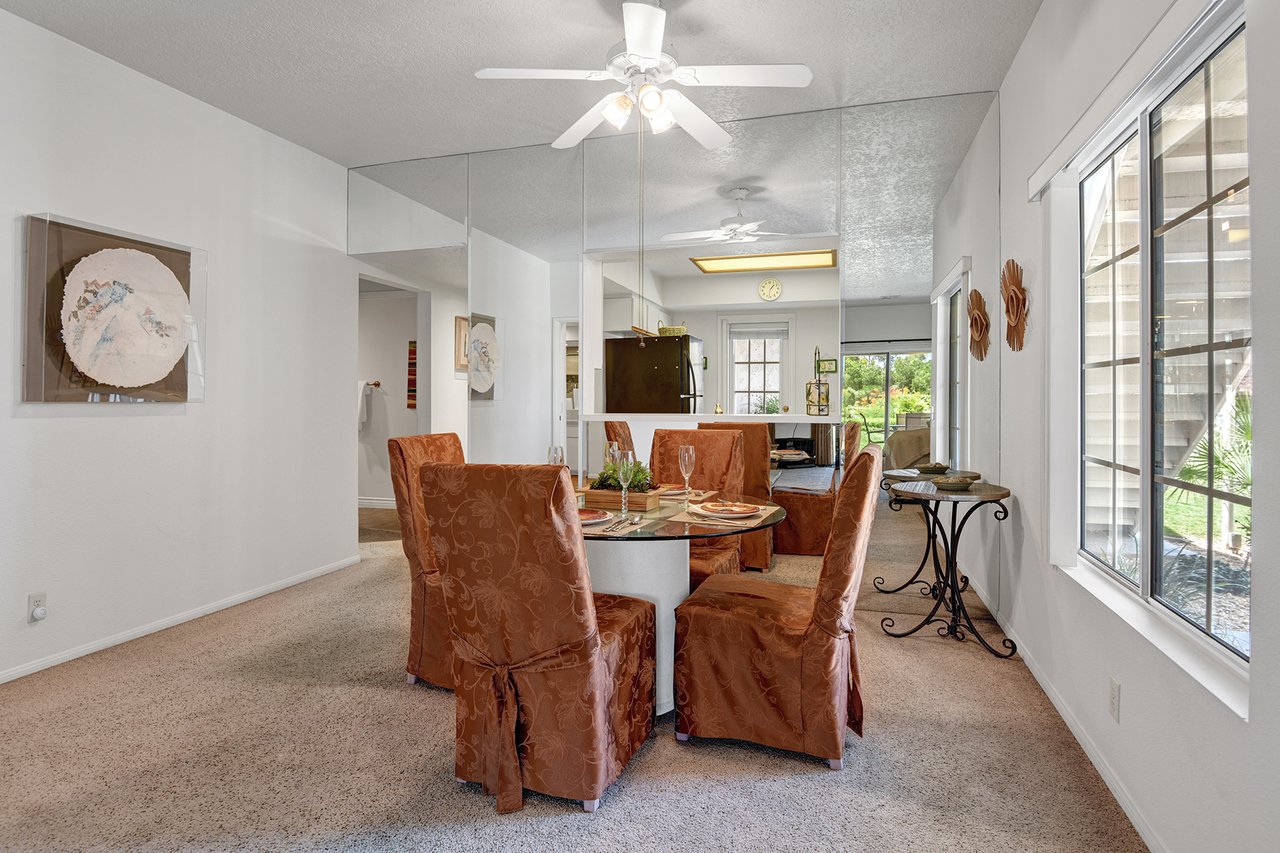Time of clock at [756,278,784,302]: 1:32
